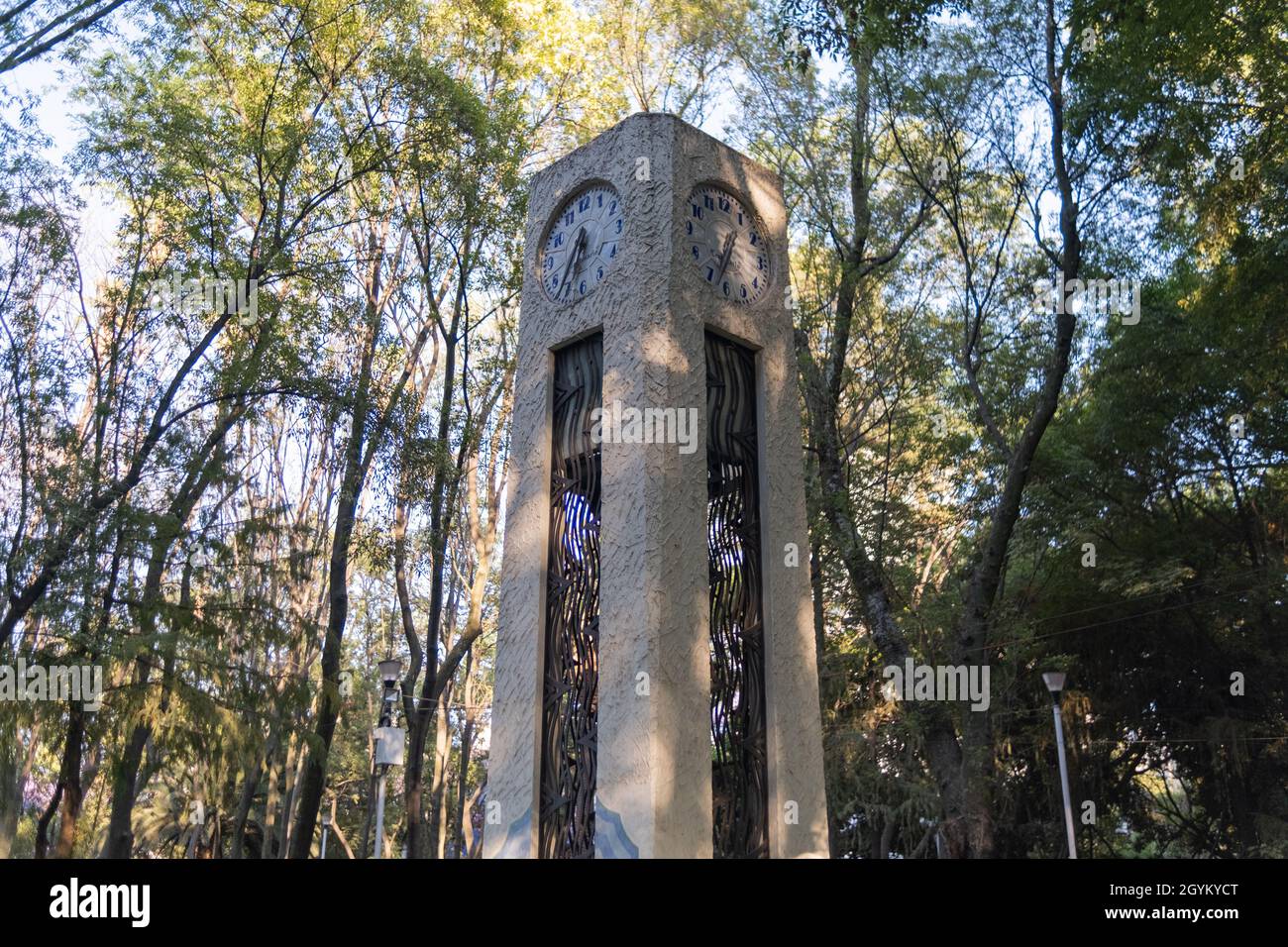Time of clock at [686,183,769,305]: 6:34
